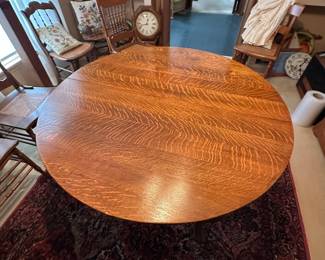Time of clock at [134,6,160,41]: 12:42
